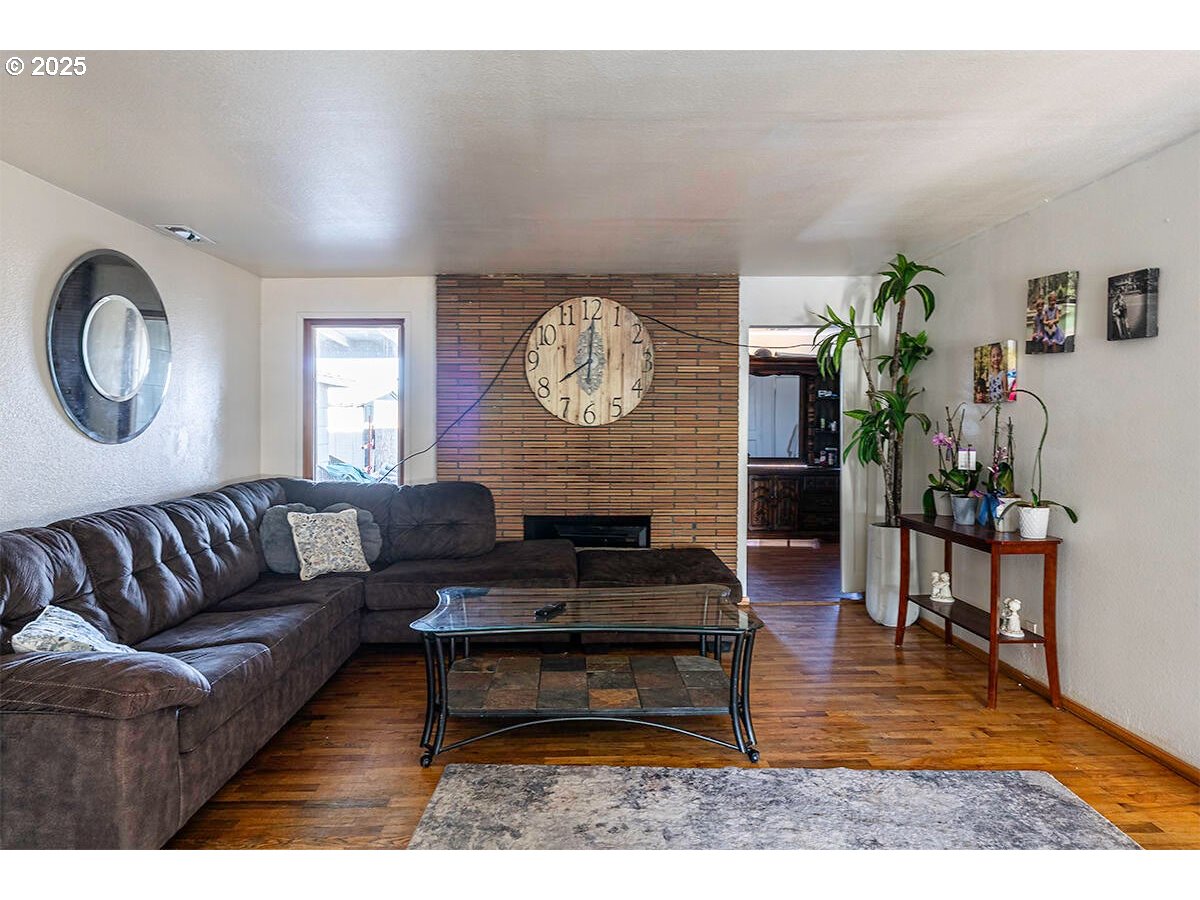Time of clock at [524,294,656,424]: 8:00
